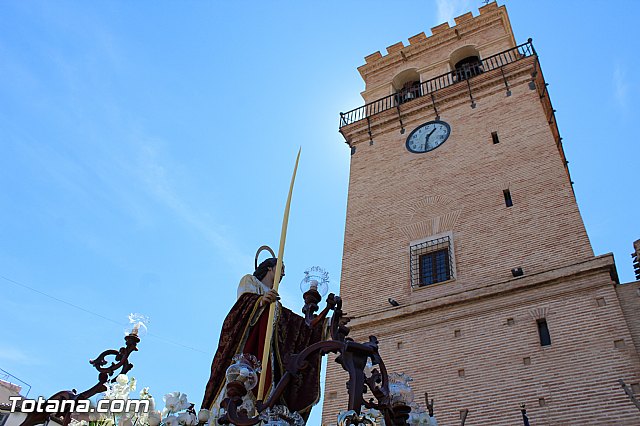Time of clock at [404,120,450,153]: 1:32
